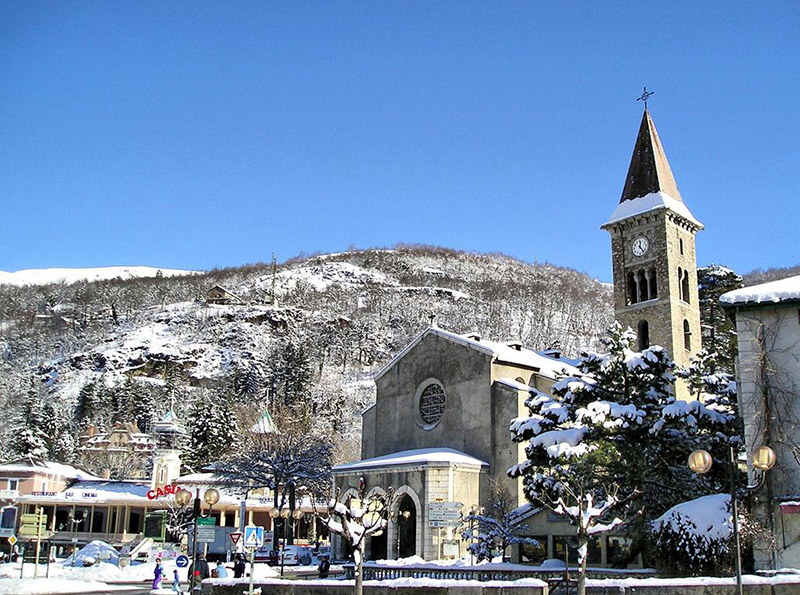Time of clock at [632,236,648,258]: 12:23
